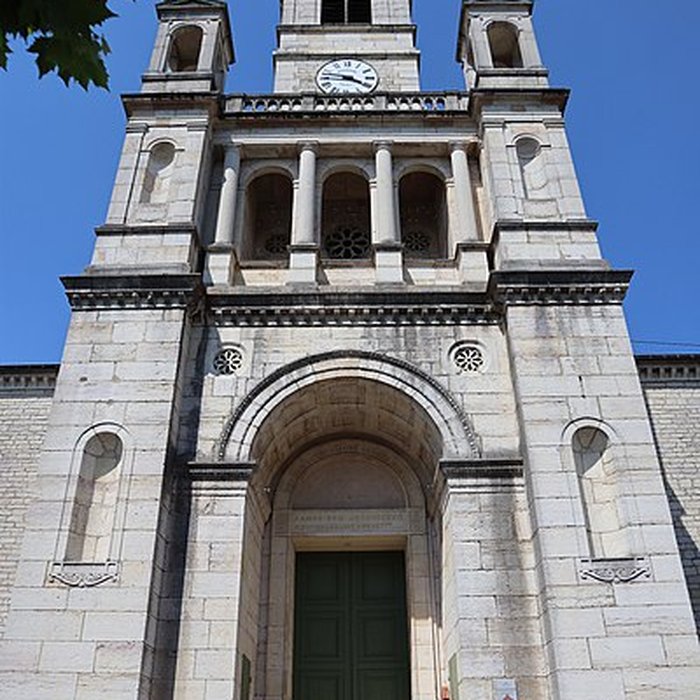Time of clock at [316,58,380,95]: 3:46
